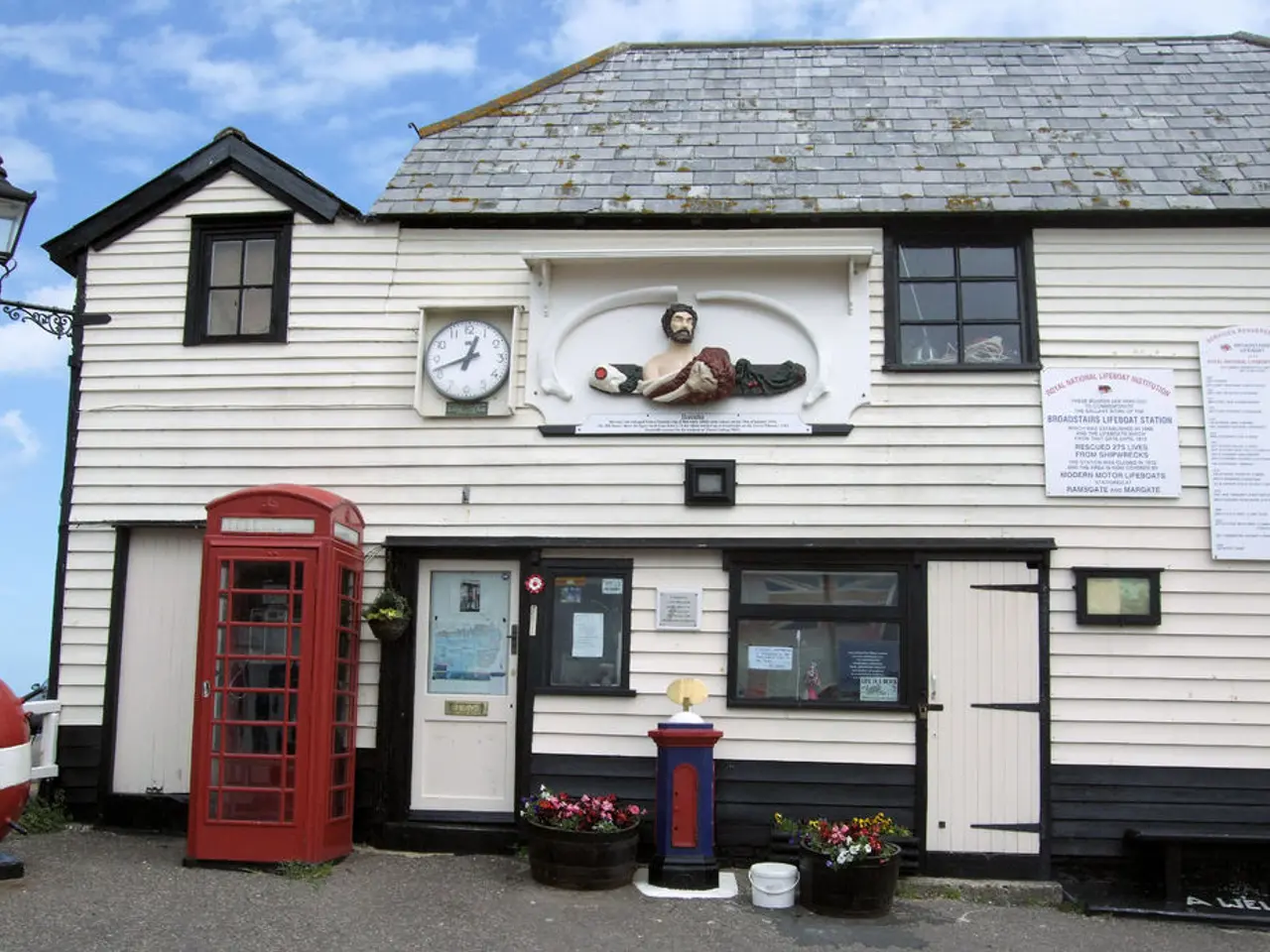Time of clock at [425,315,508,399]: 12:41
